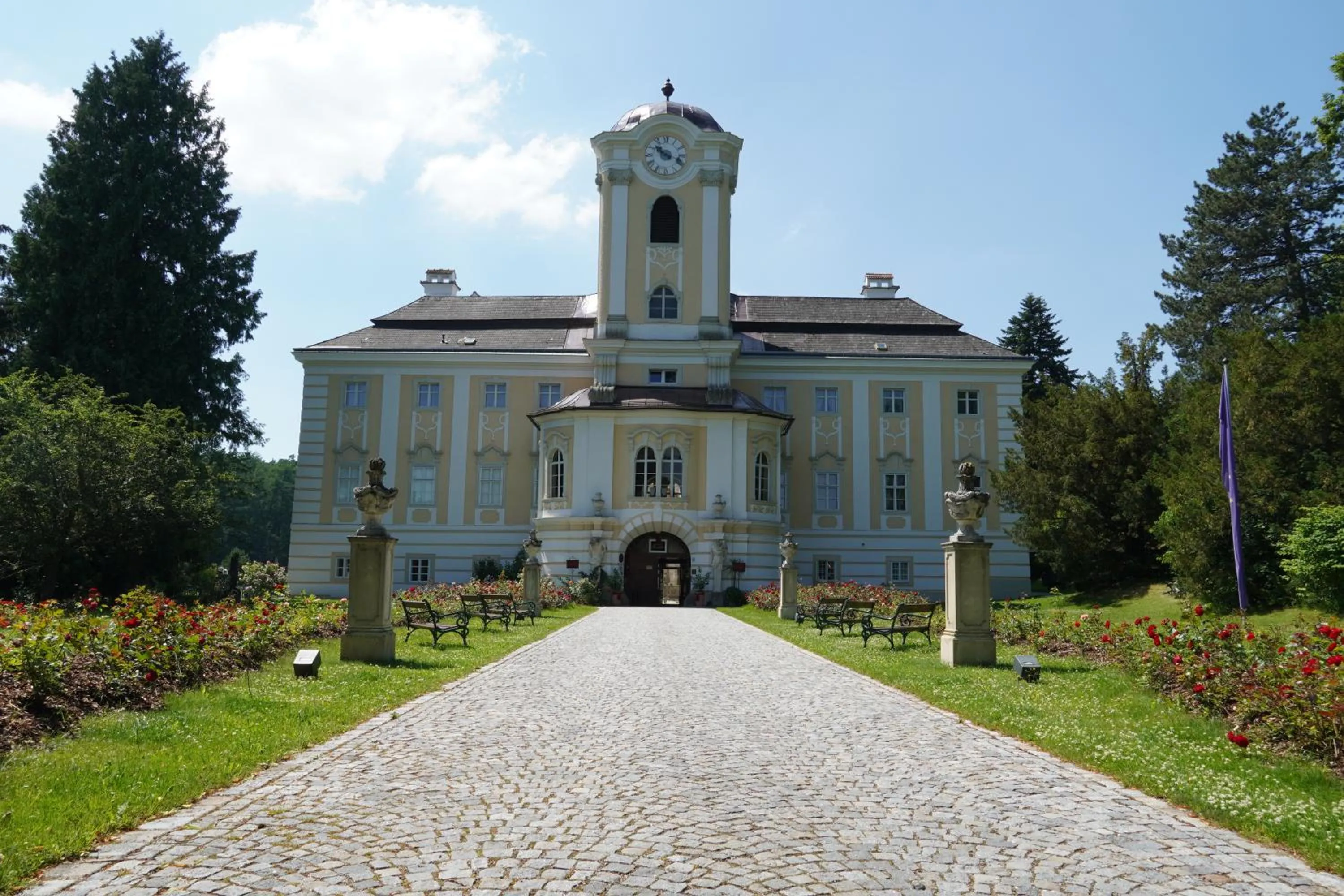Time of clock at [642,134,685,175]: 10:18
